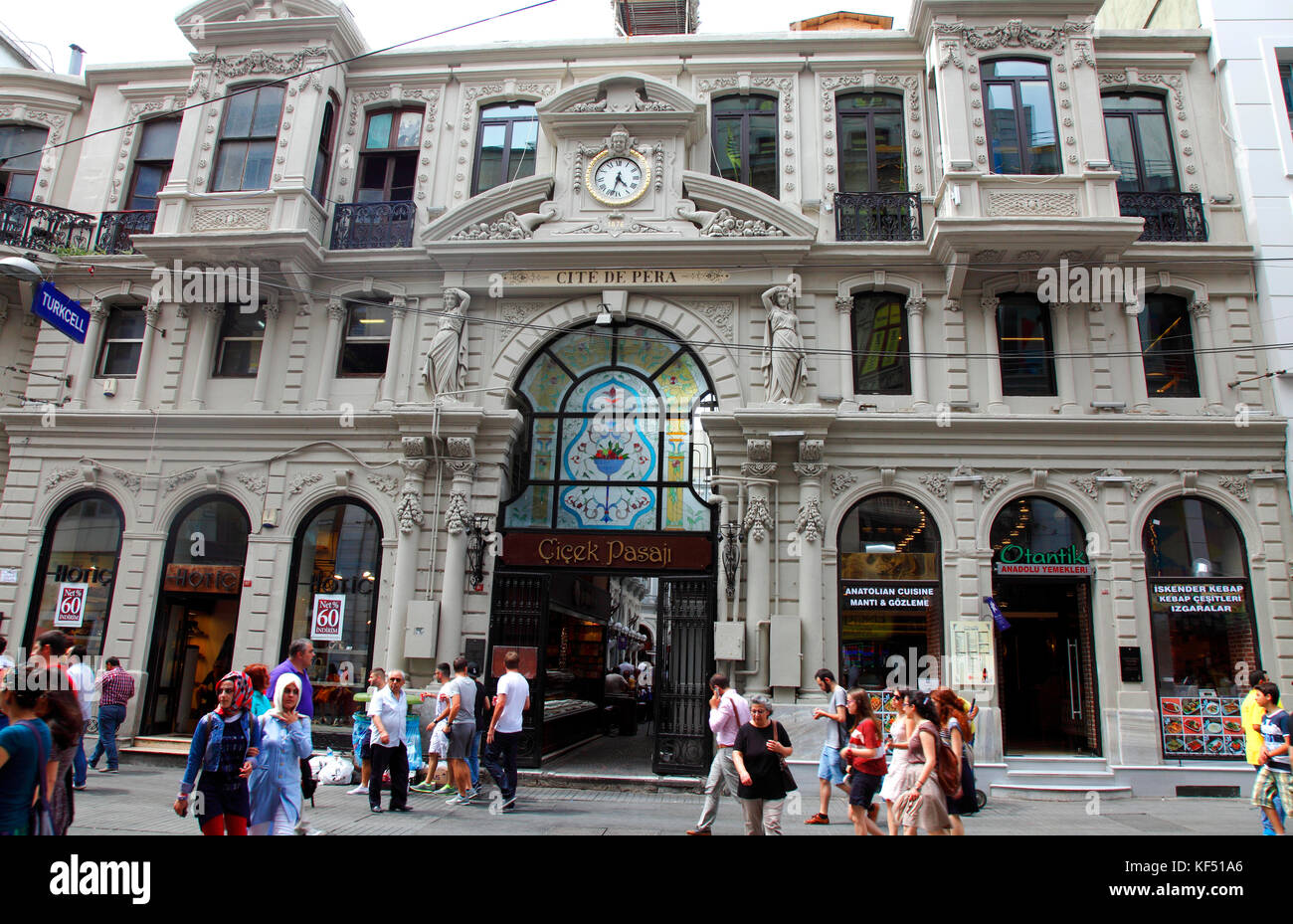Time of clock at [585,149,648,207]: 4:33
